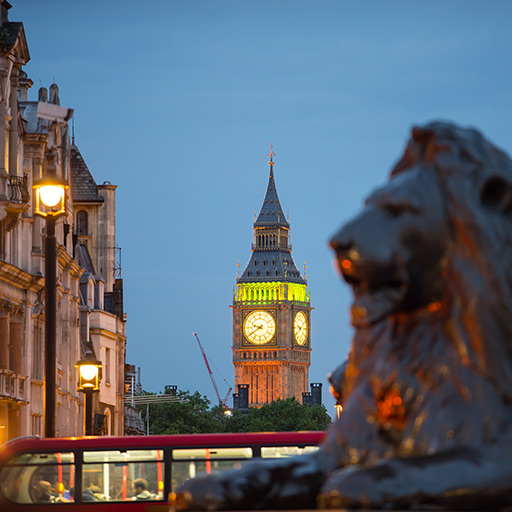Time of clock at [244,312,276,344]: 9:39
